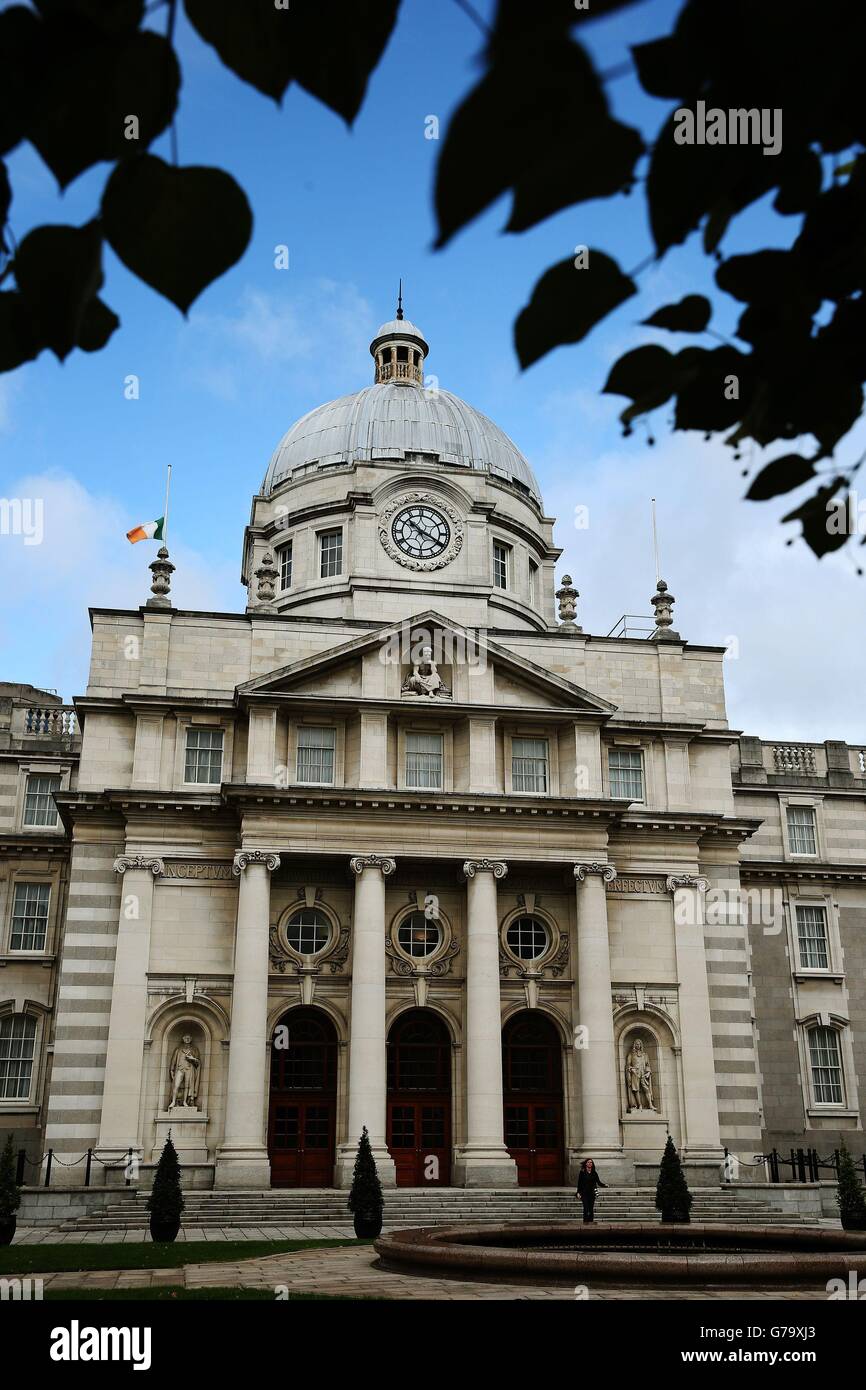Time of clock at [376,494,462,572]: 10:20
